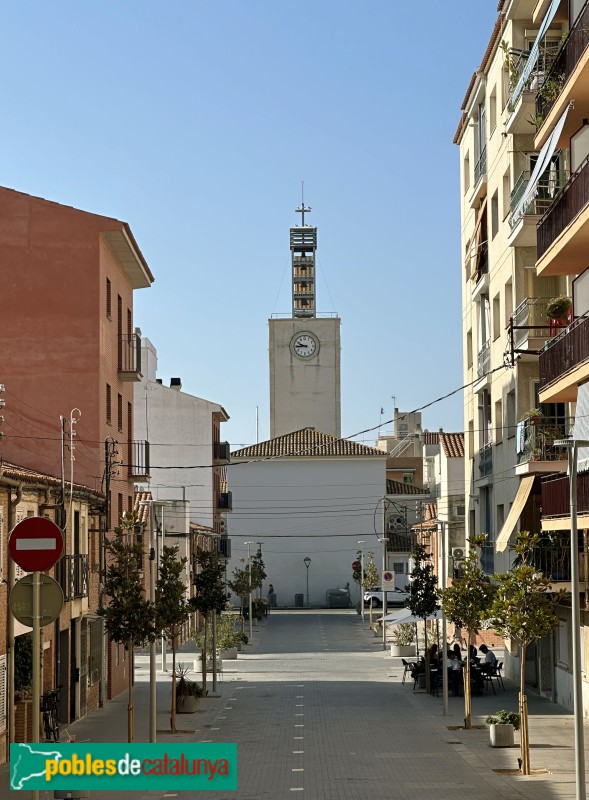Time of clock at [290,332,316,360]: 9:44
